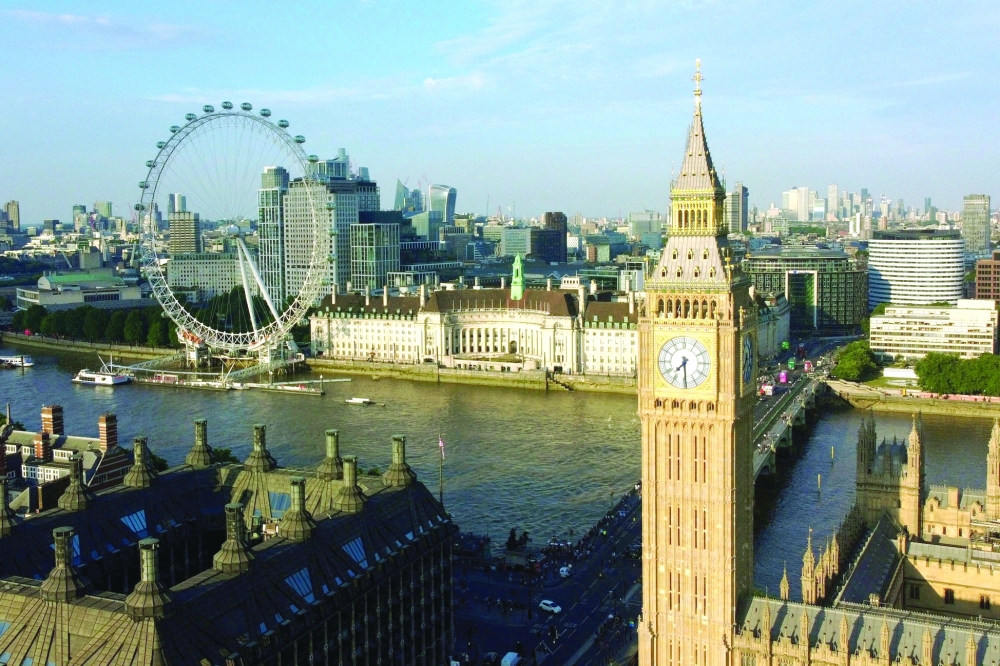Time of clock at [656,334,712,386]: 7:29
